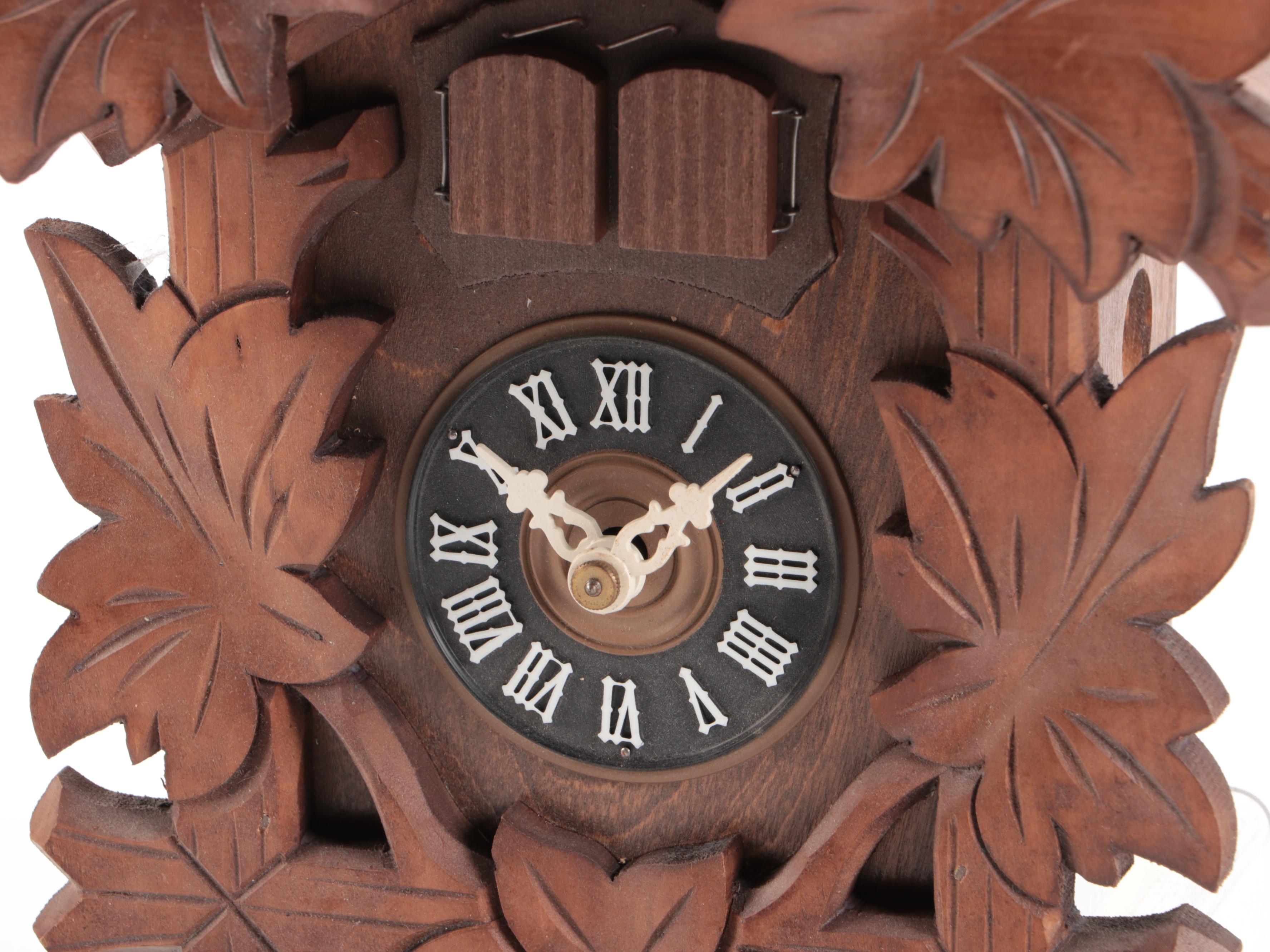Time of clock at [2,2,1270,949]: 1:50
